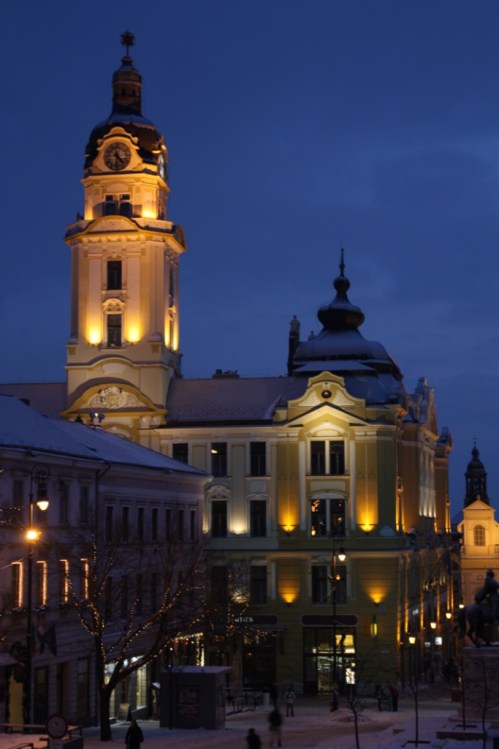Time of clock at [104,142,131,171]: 4:31
